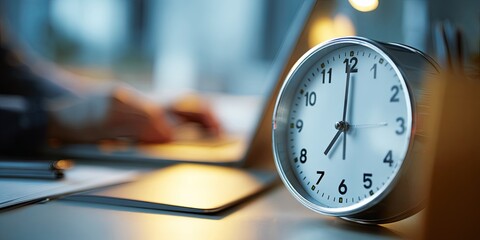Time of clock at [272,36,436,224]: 7:00
